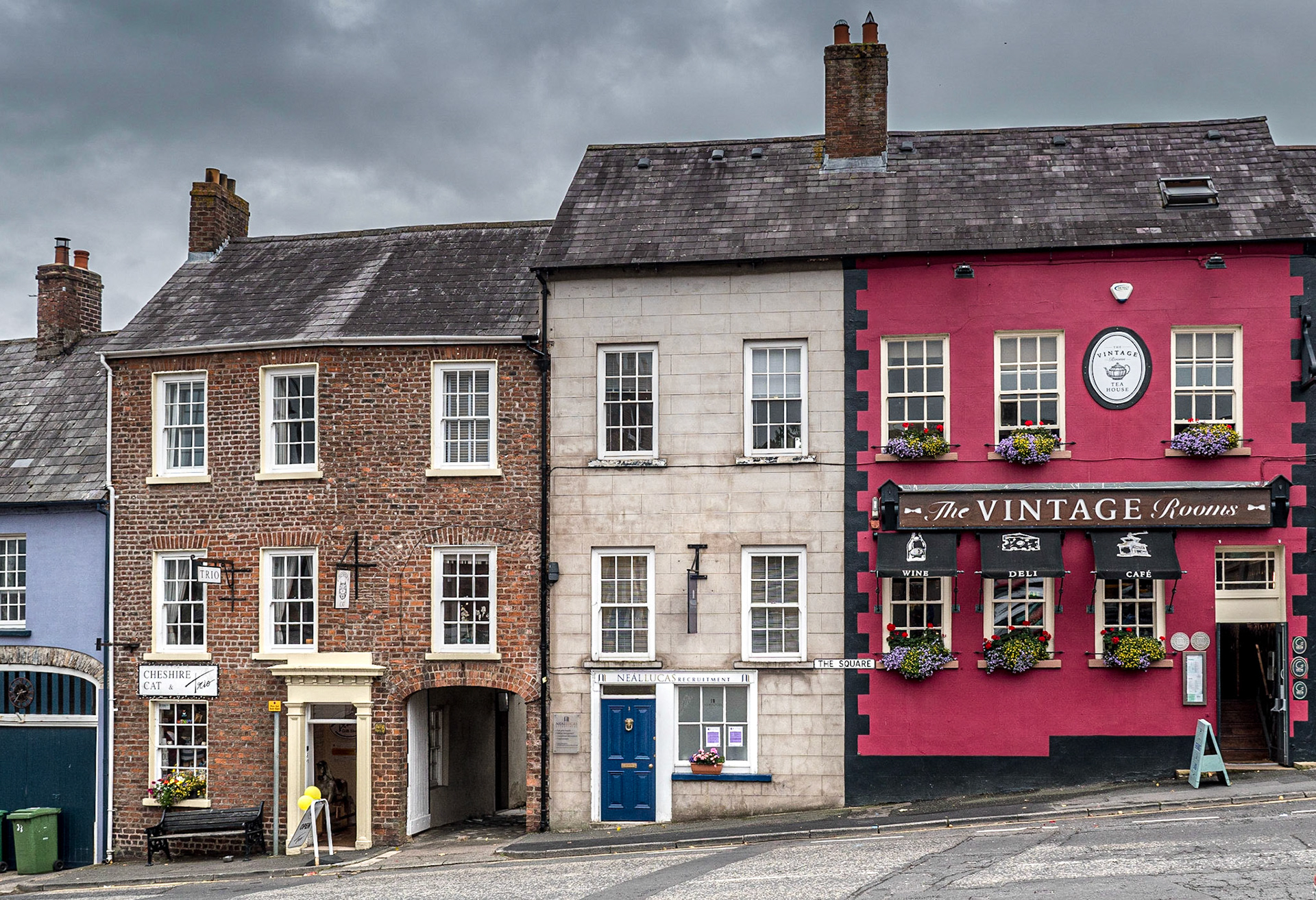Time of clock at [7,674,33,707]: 2:36
